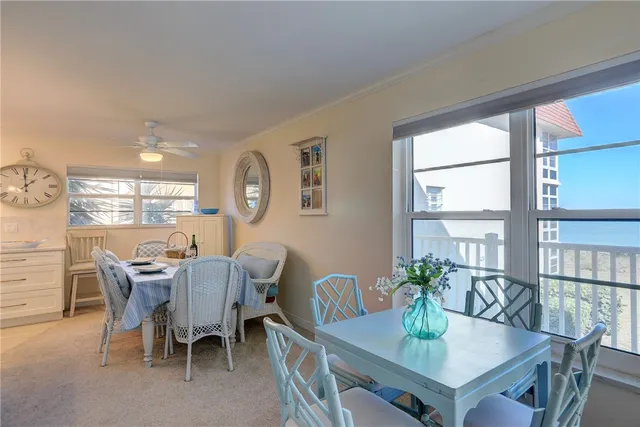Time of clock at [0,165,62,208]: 1:59
